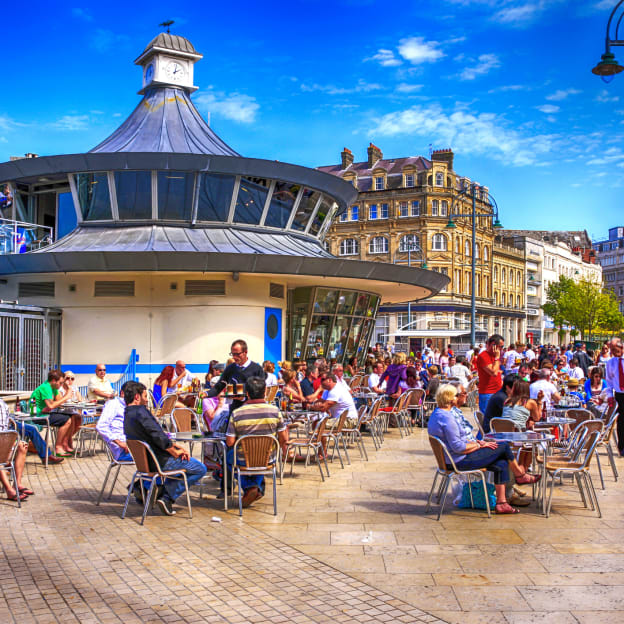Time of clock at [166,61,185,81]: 2:02
